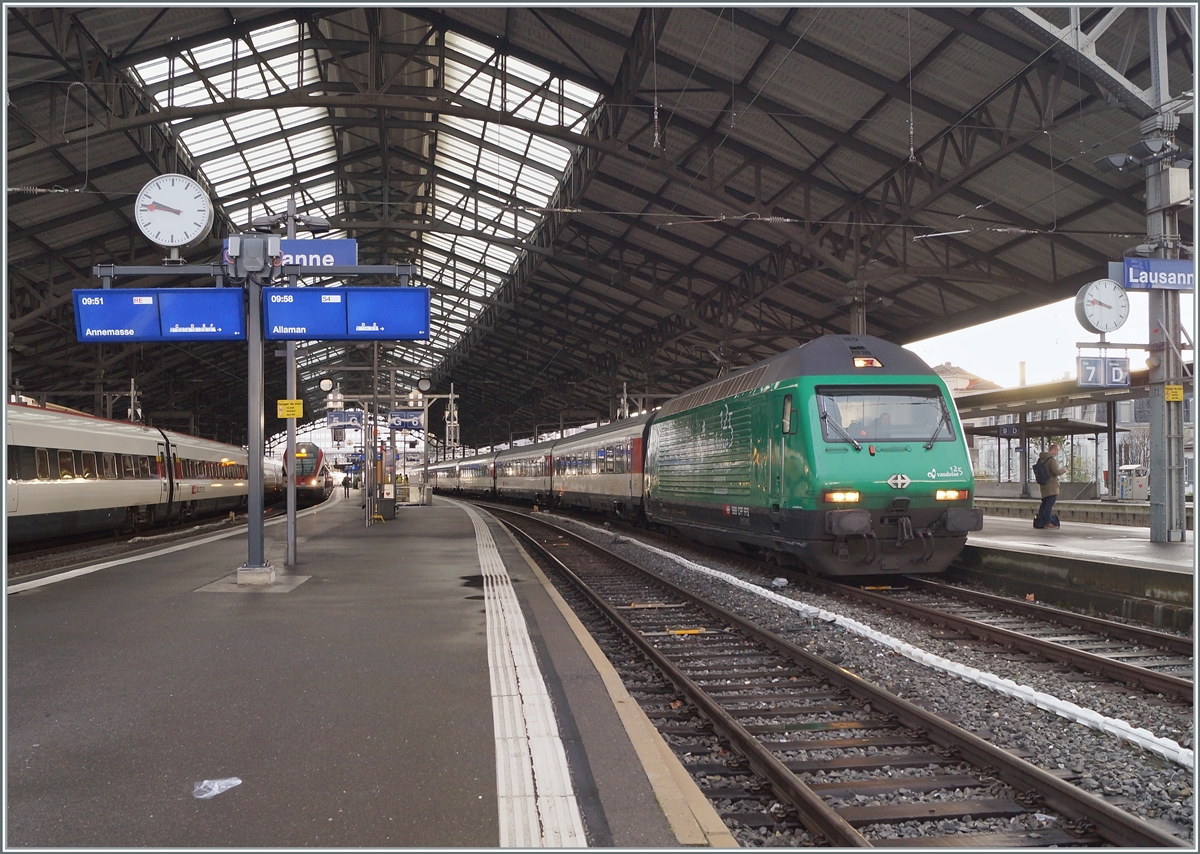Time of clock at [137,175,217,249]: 9:46
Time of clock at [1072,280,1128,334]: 9:47
